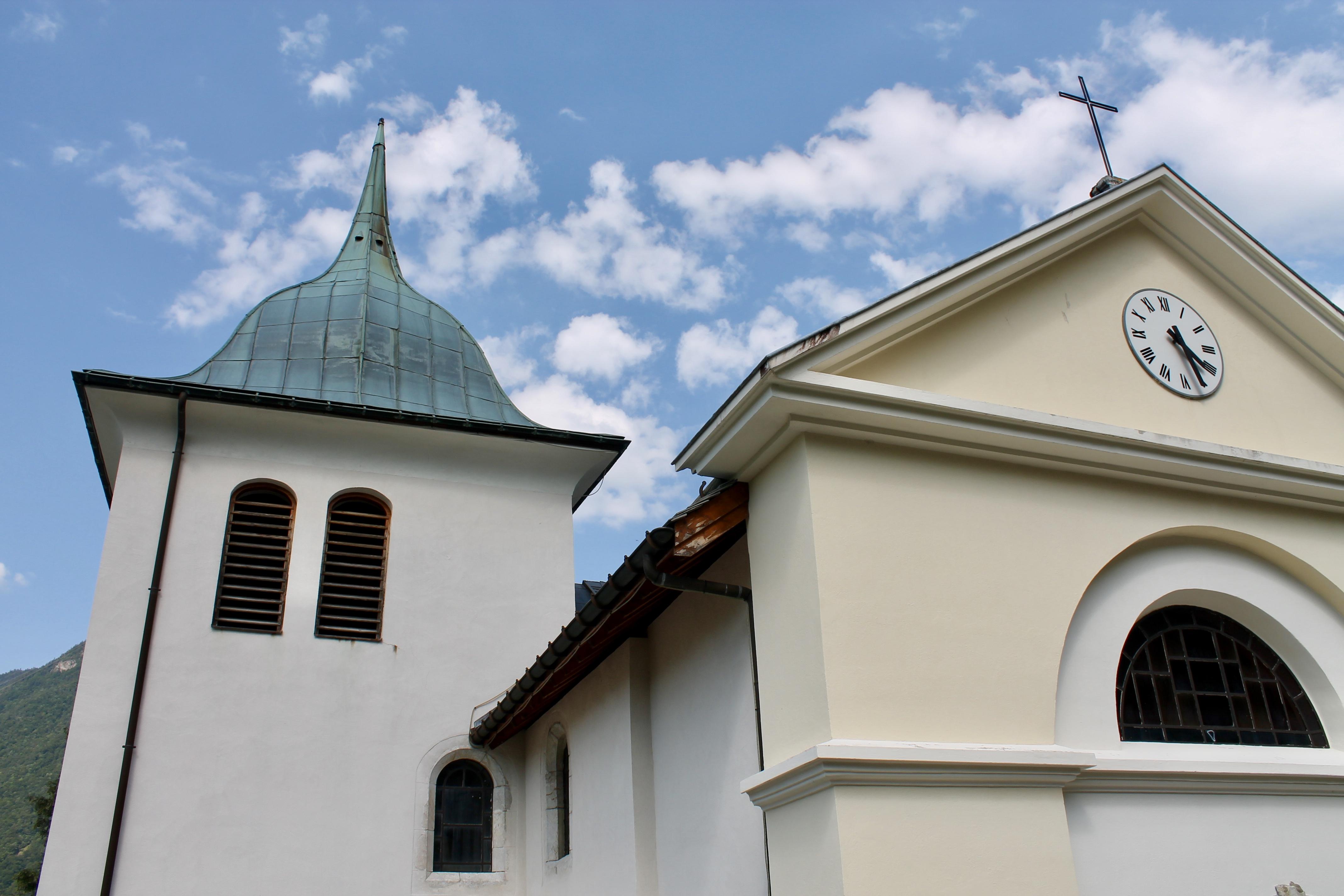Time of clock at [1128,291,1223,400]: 4:26
